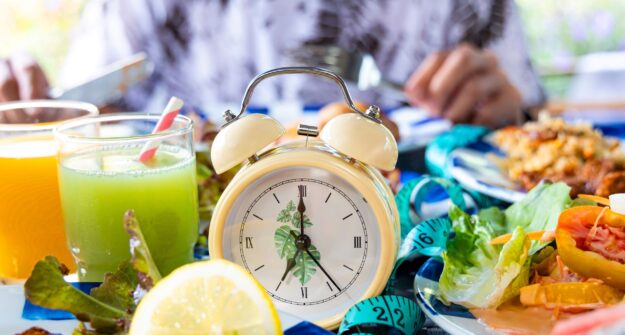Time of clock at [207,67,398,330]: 7:00
